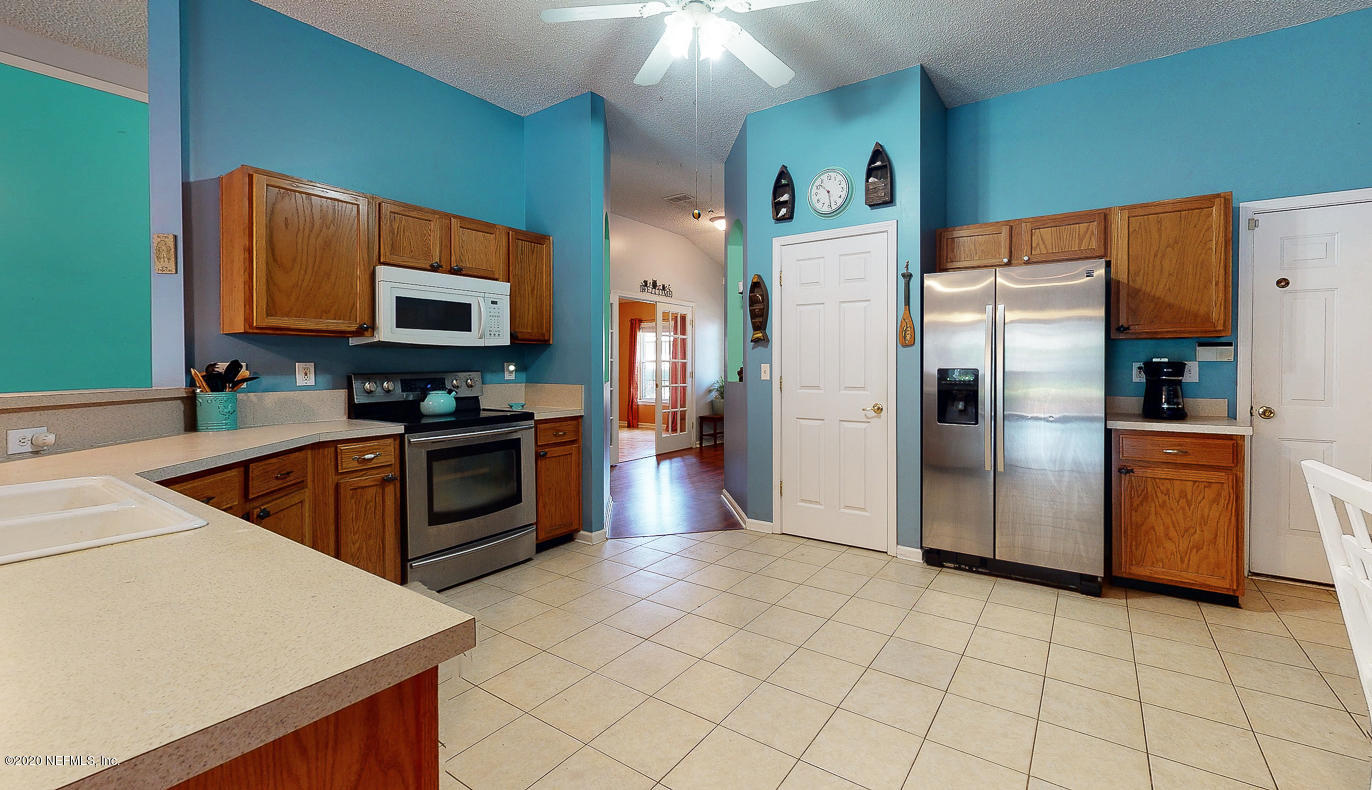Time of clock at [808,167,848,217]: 10:28
